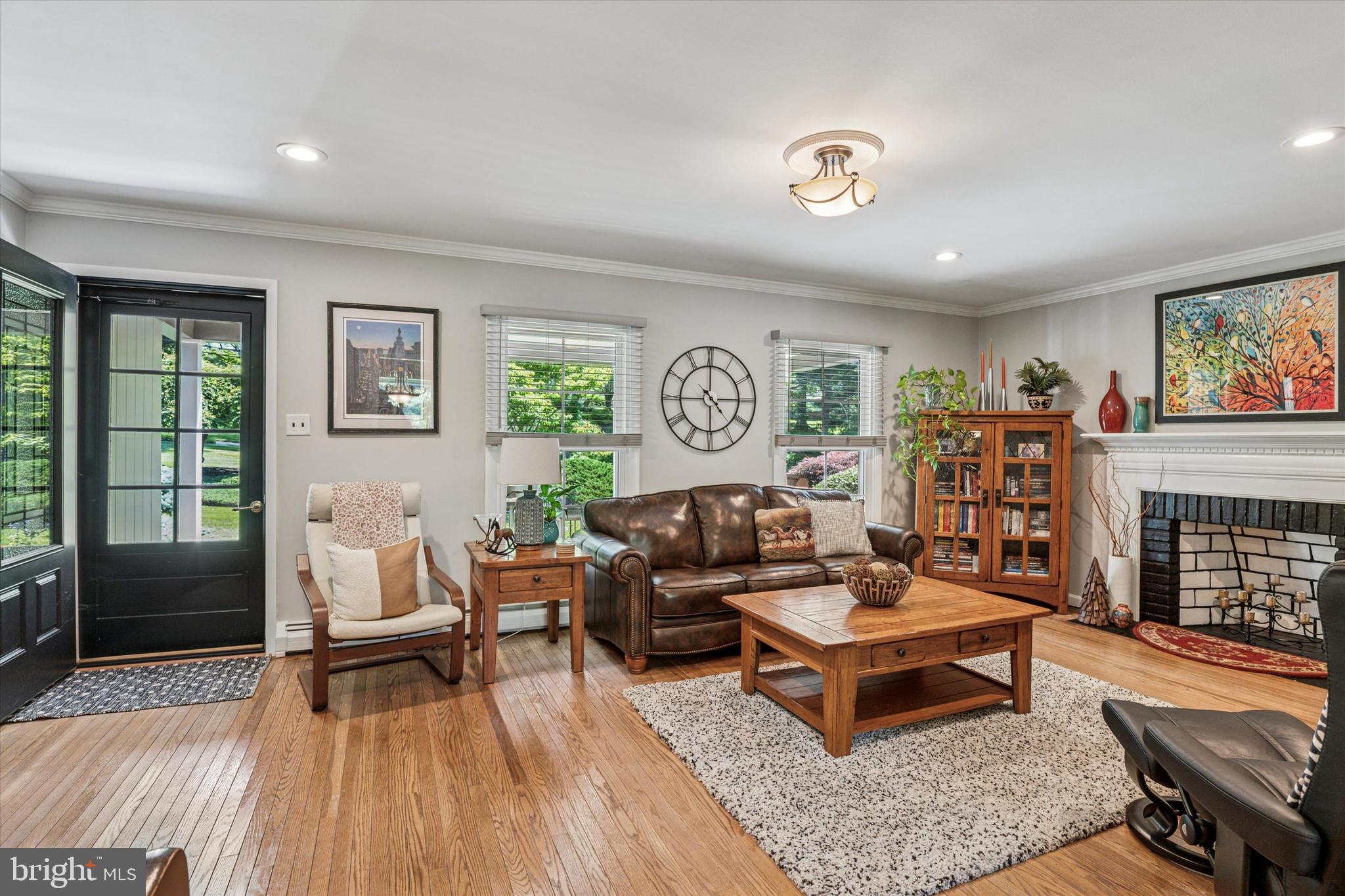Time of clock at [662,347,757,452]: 4:44
